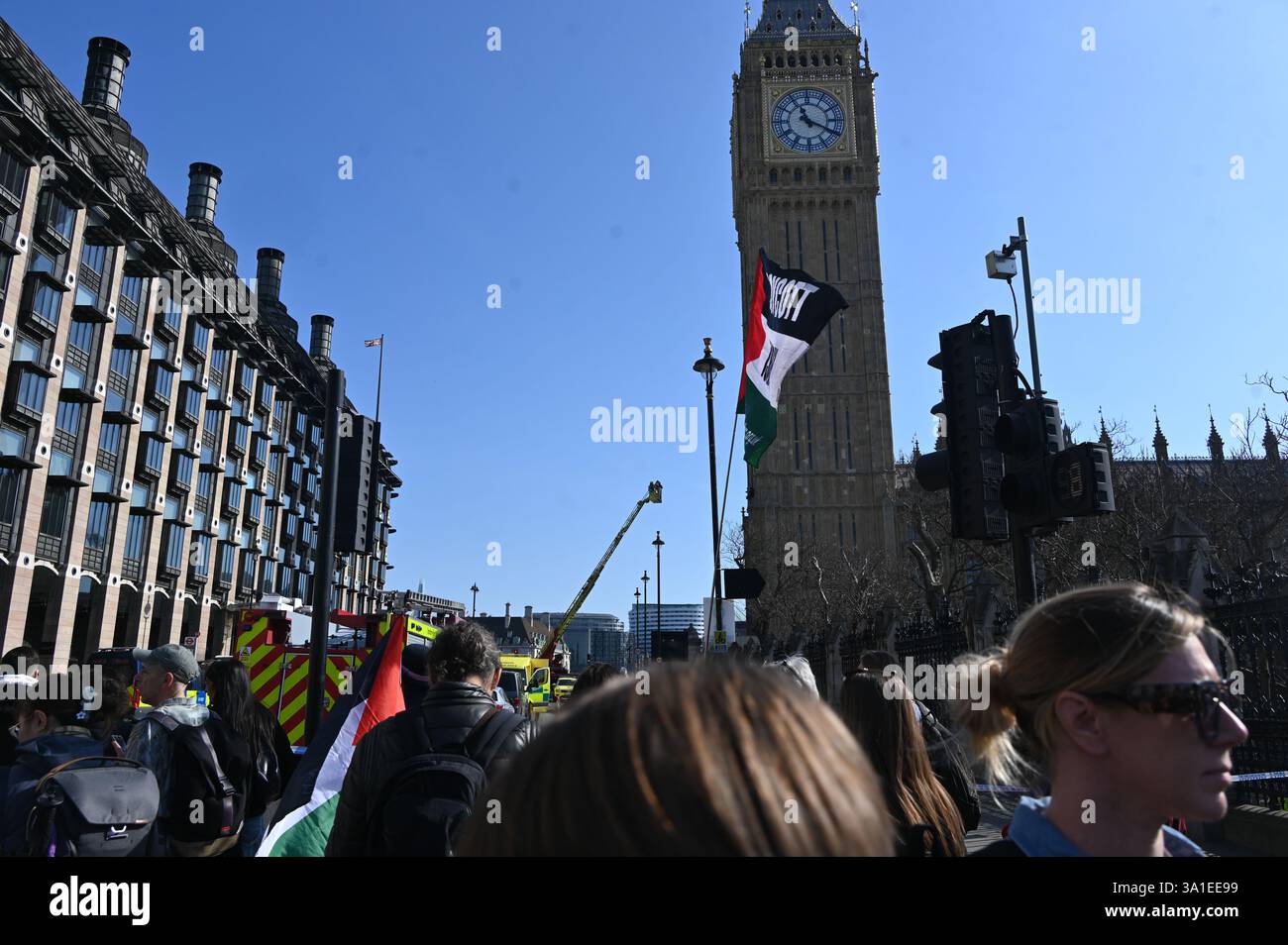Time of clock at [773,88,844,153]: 11:19
